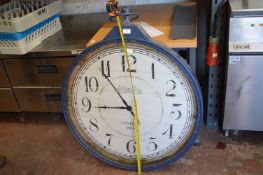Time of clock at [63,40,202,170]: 8:53
